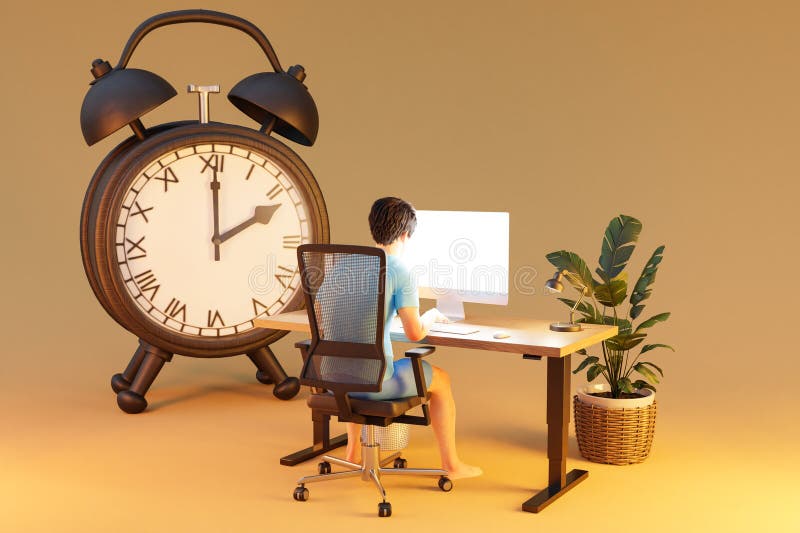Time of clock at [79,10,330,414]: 2:01
